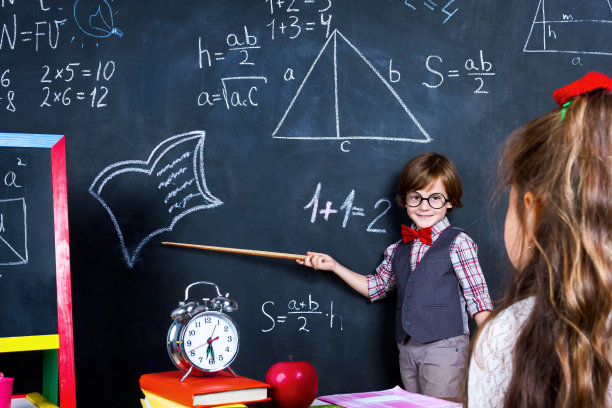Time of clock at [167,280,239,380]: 6:28
